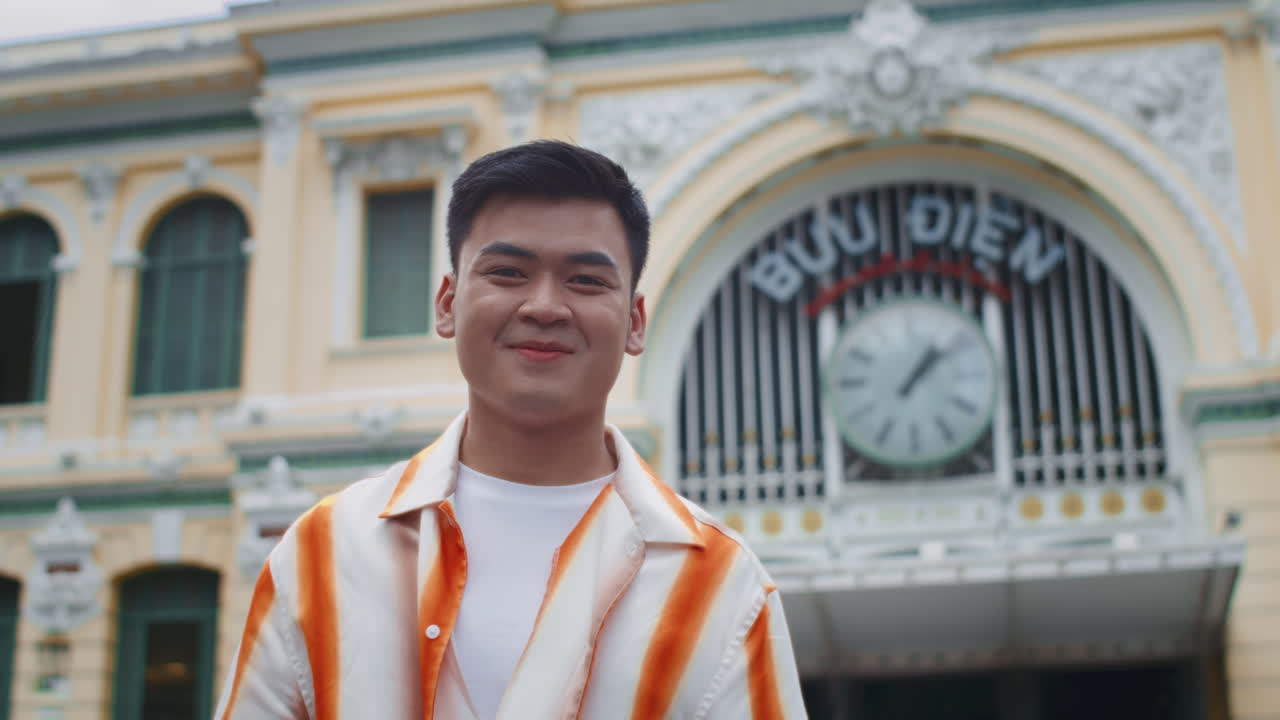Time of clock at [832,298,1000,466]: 1:08
